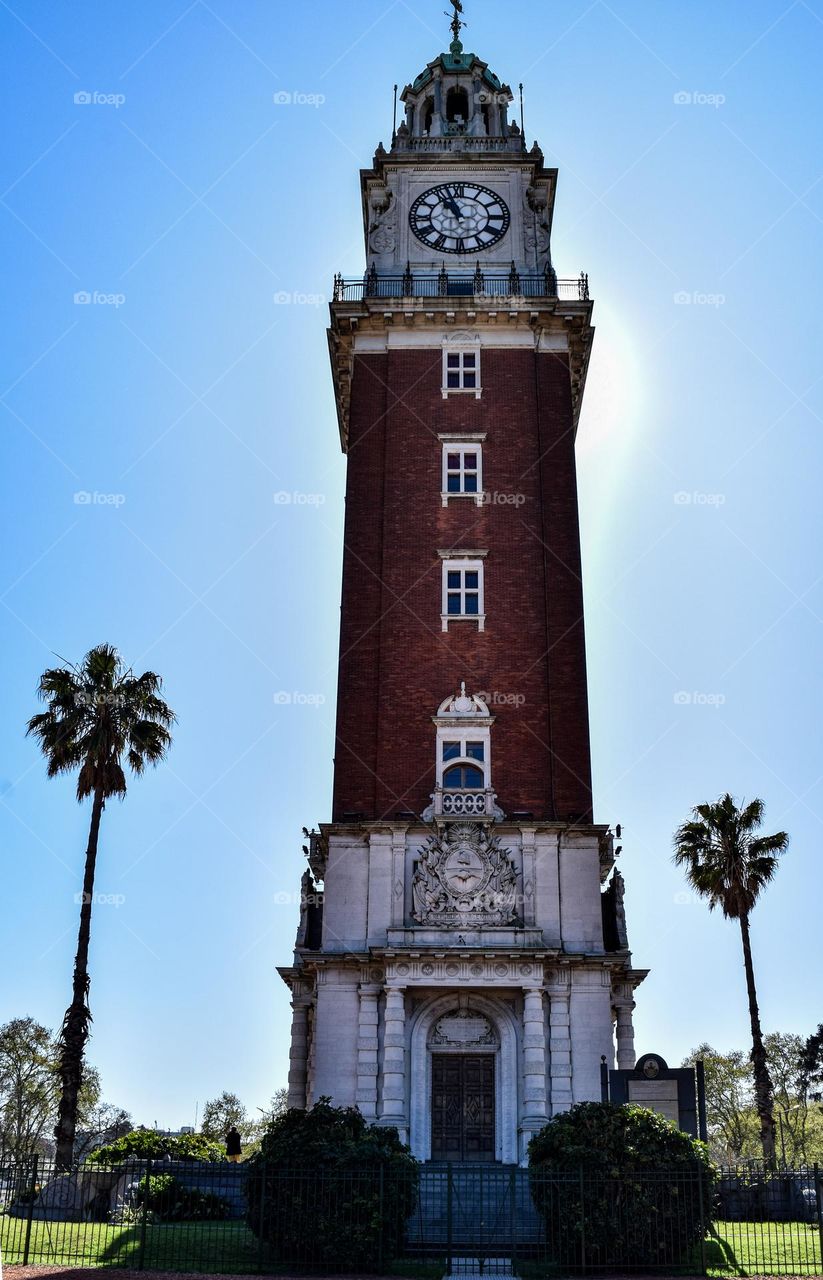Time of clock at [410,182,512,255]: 10:56
